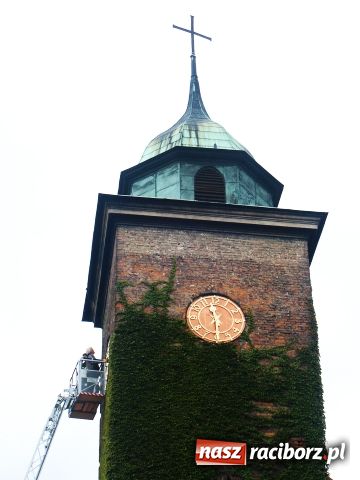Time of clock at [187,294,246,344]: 11:29
